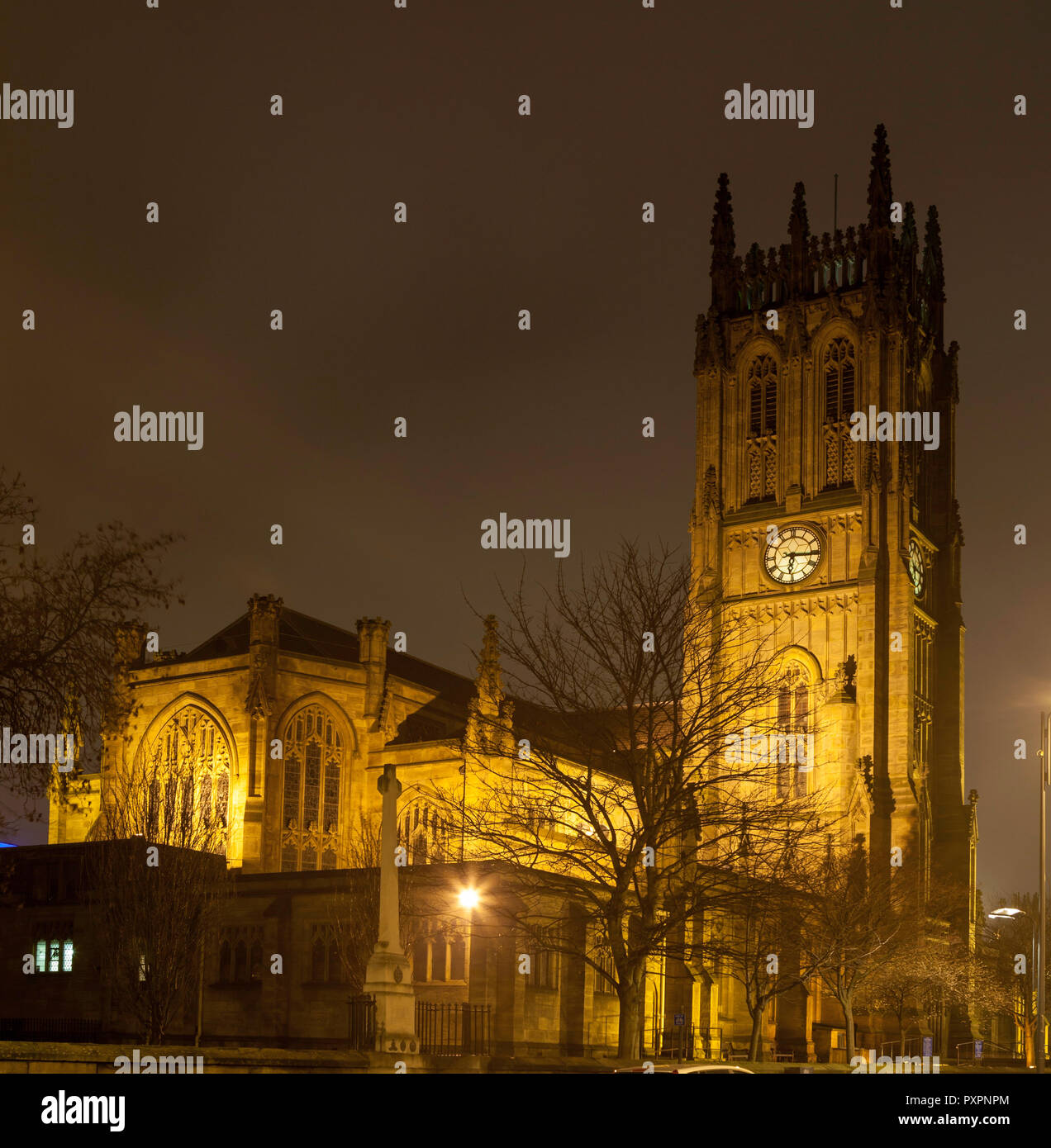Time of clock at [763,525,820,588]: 6:15
